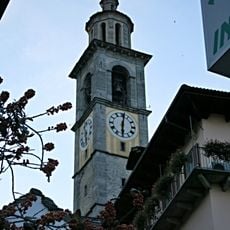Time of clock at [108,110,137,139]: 6:01
